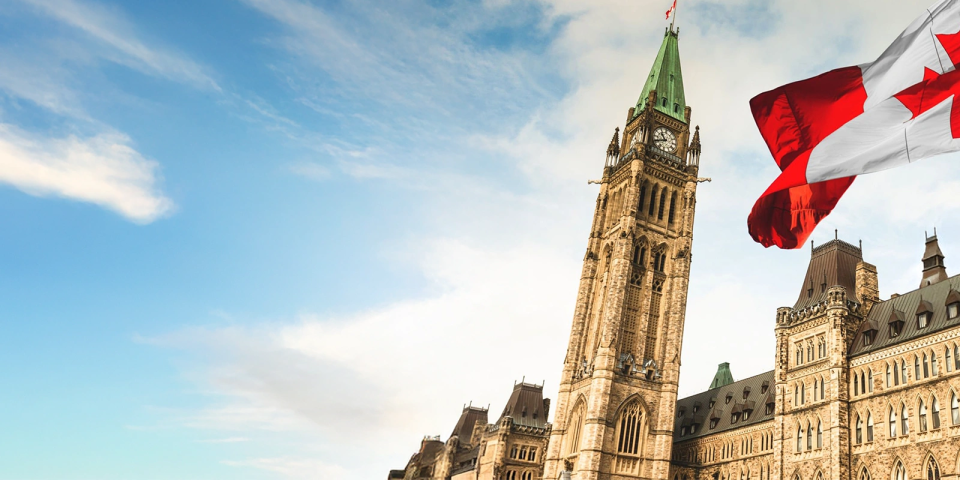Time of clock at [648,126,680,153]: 10:41
